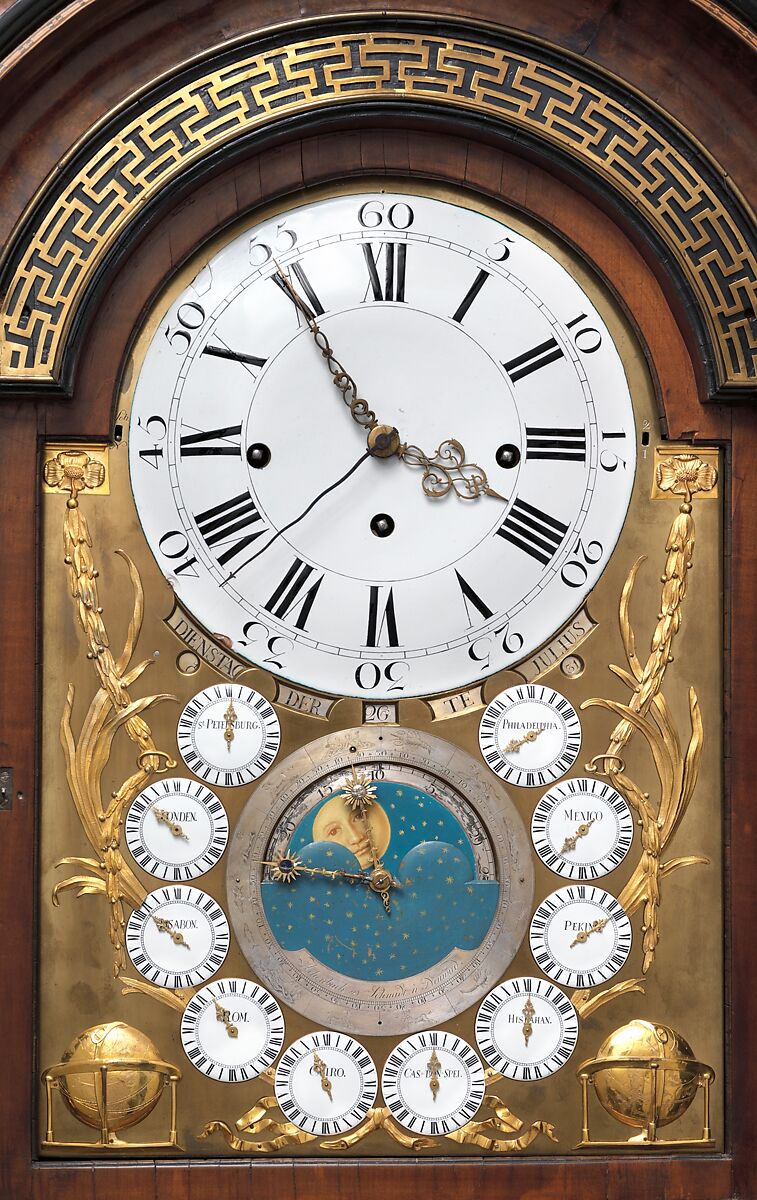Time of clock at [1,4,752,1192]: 3:54
